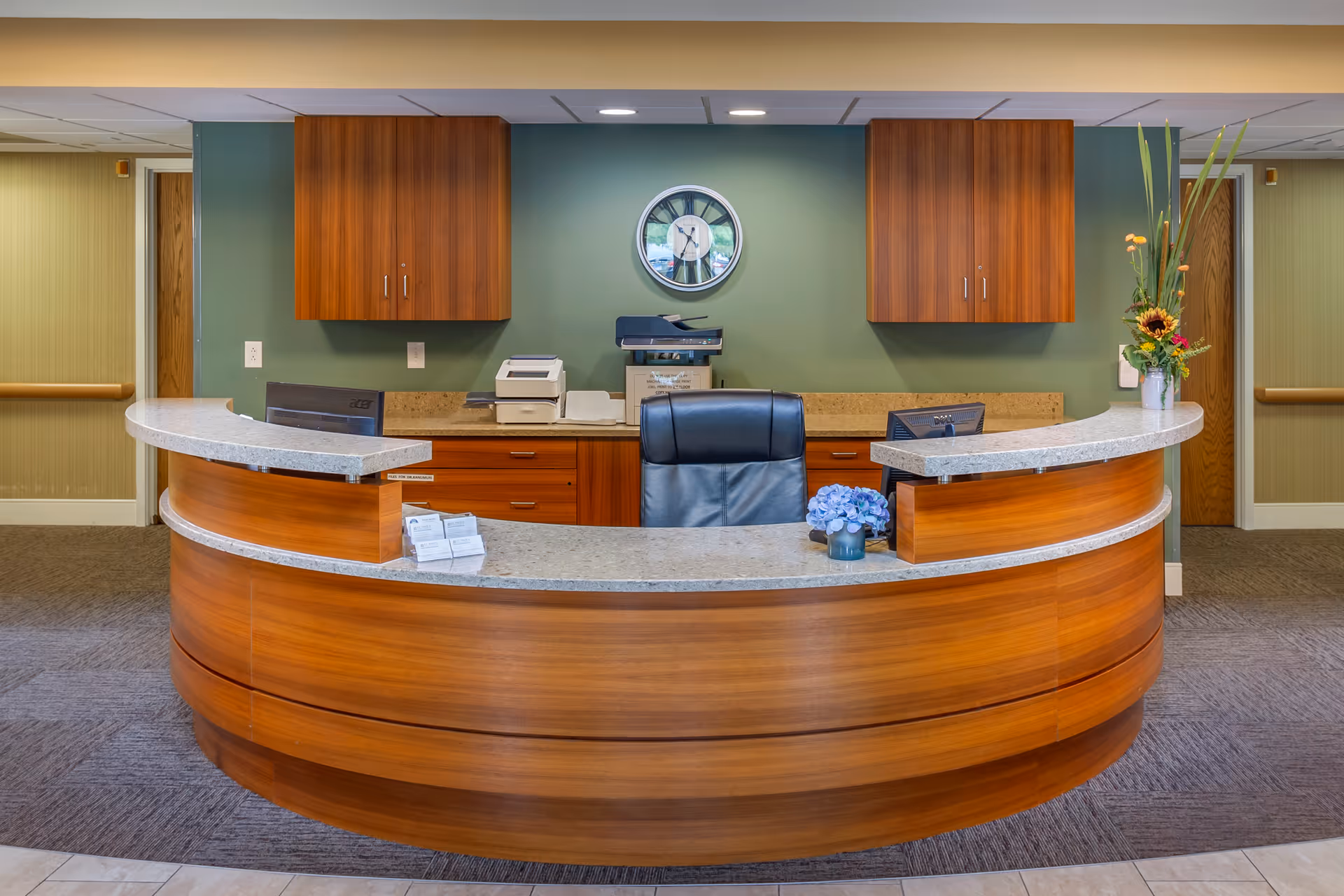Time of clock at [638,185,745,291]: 10:34
